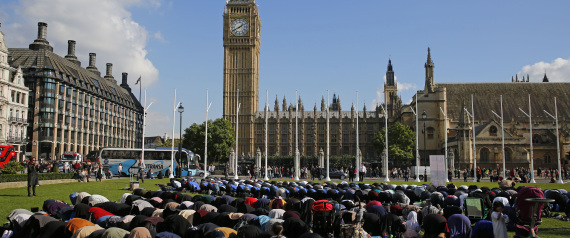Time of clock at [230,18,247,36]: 1:40
